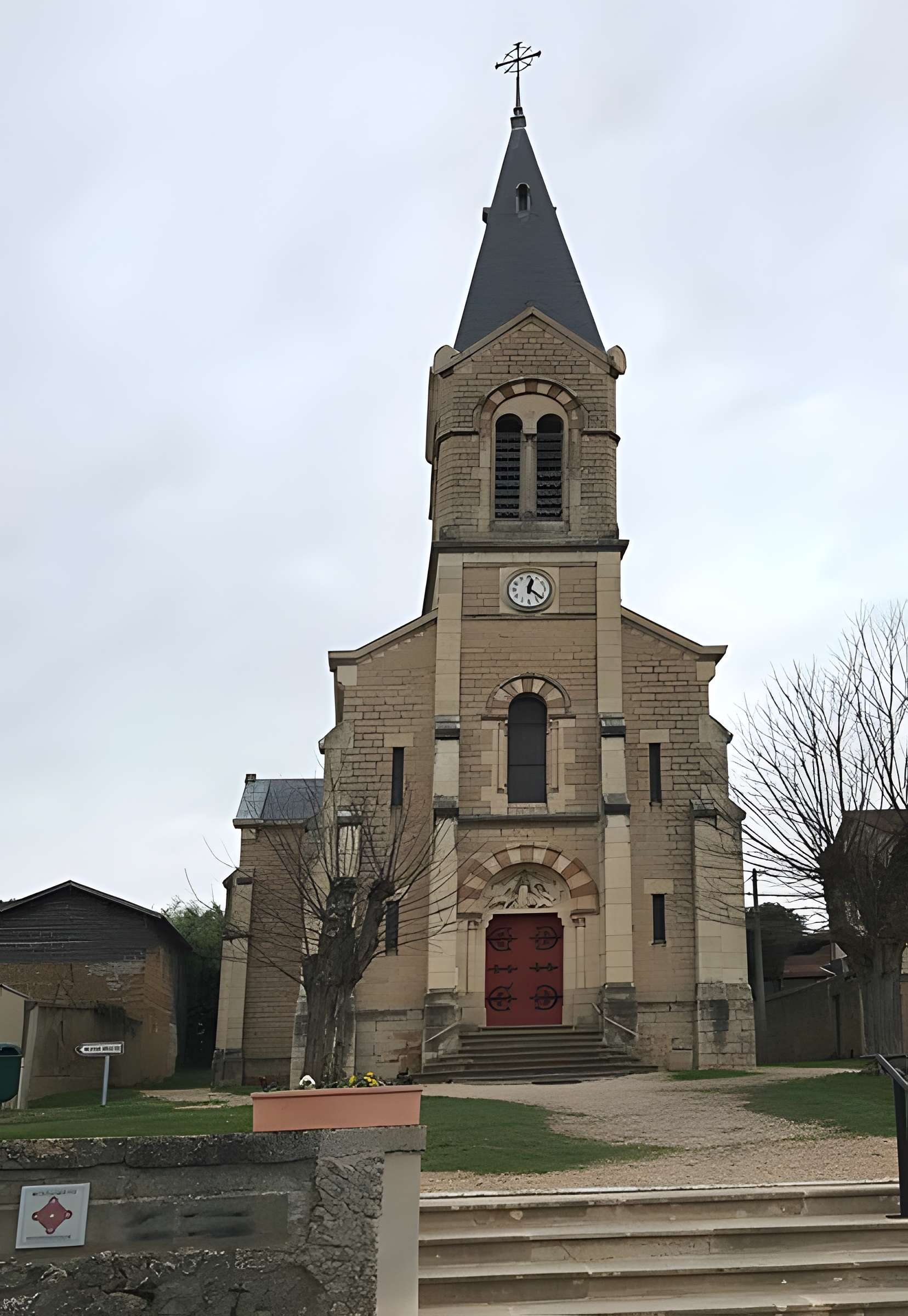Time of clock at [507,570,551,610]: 12:21
